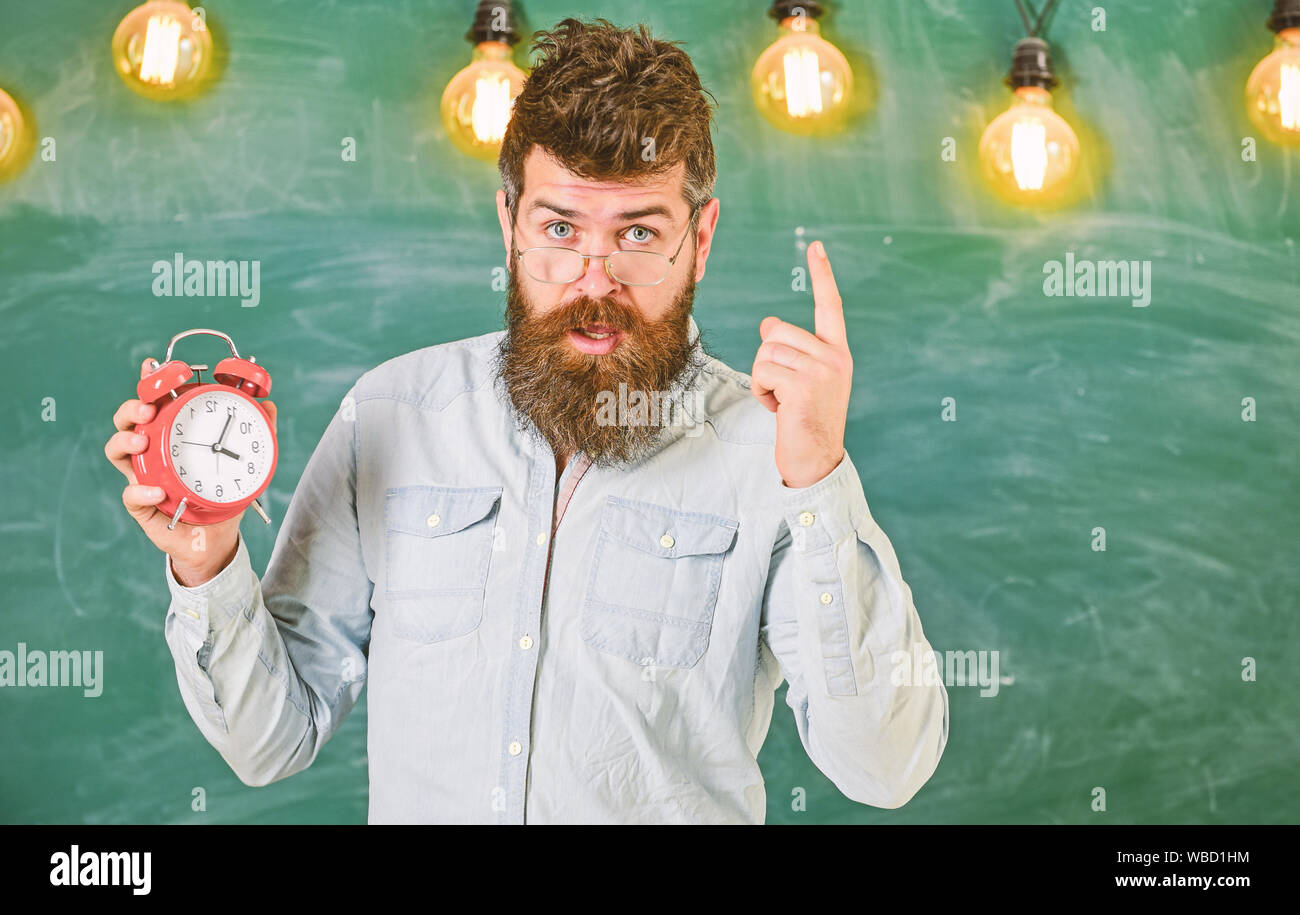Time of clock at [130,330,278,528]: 4:05
